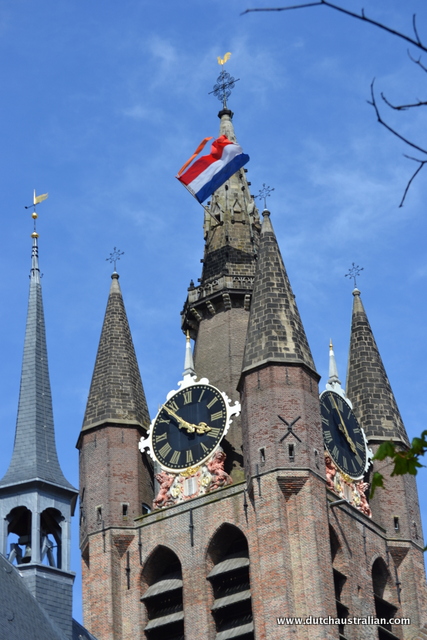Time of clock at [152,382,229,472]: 3:52
